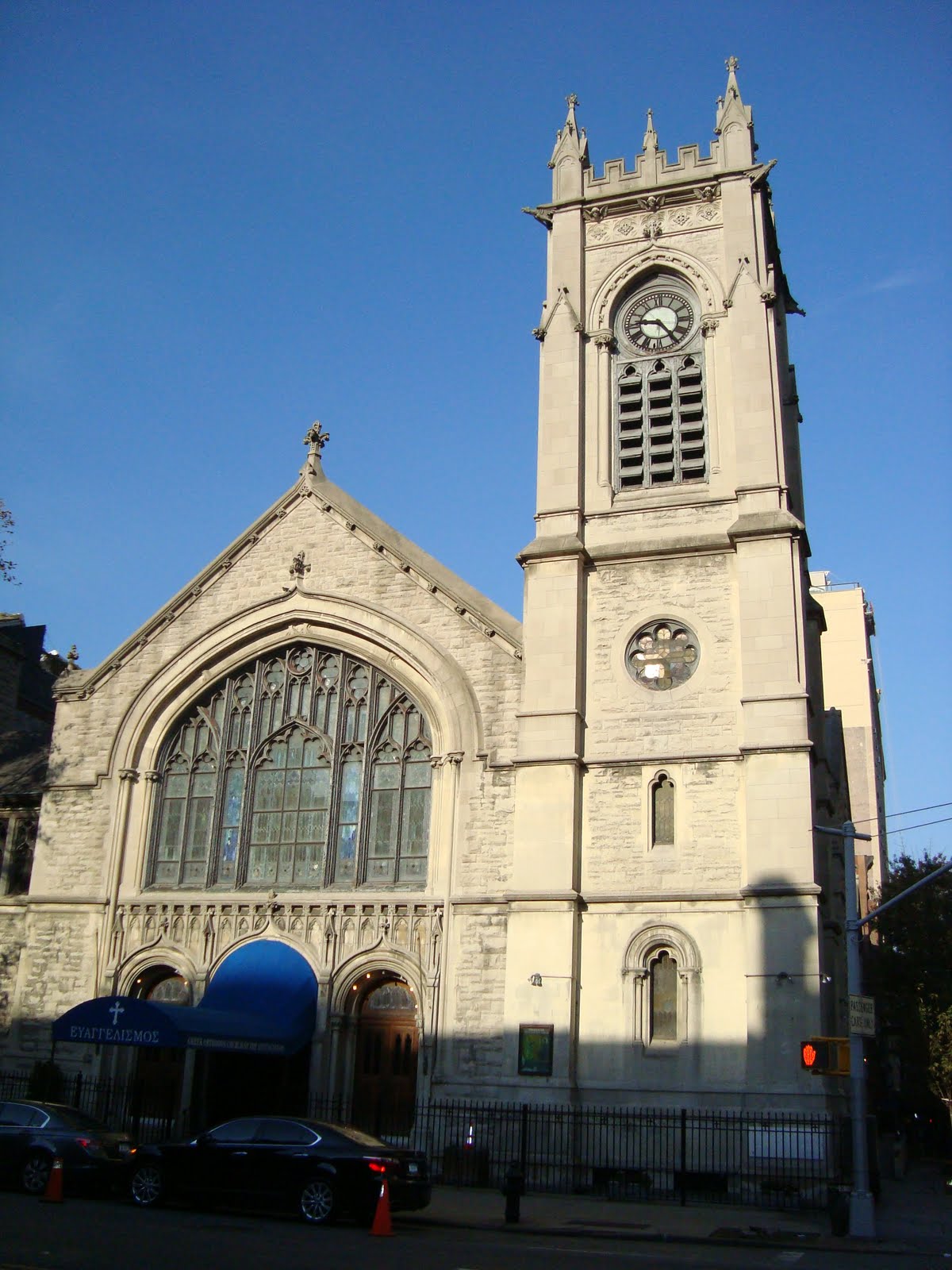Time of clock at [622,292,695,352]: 9:23
